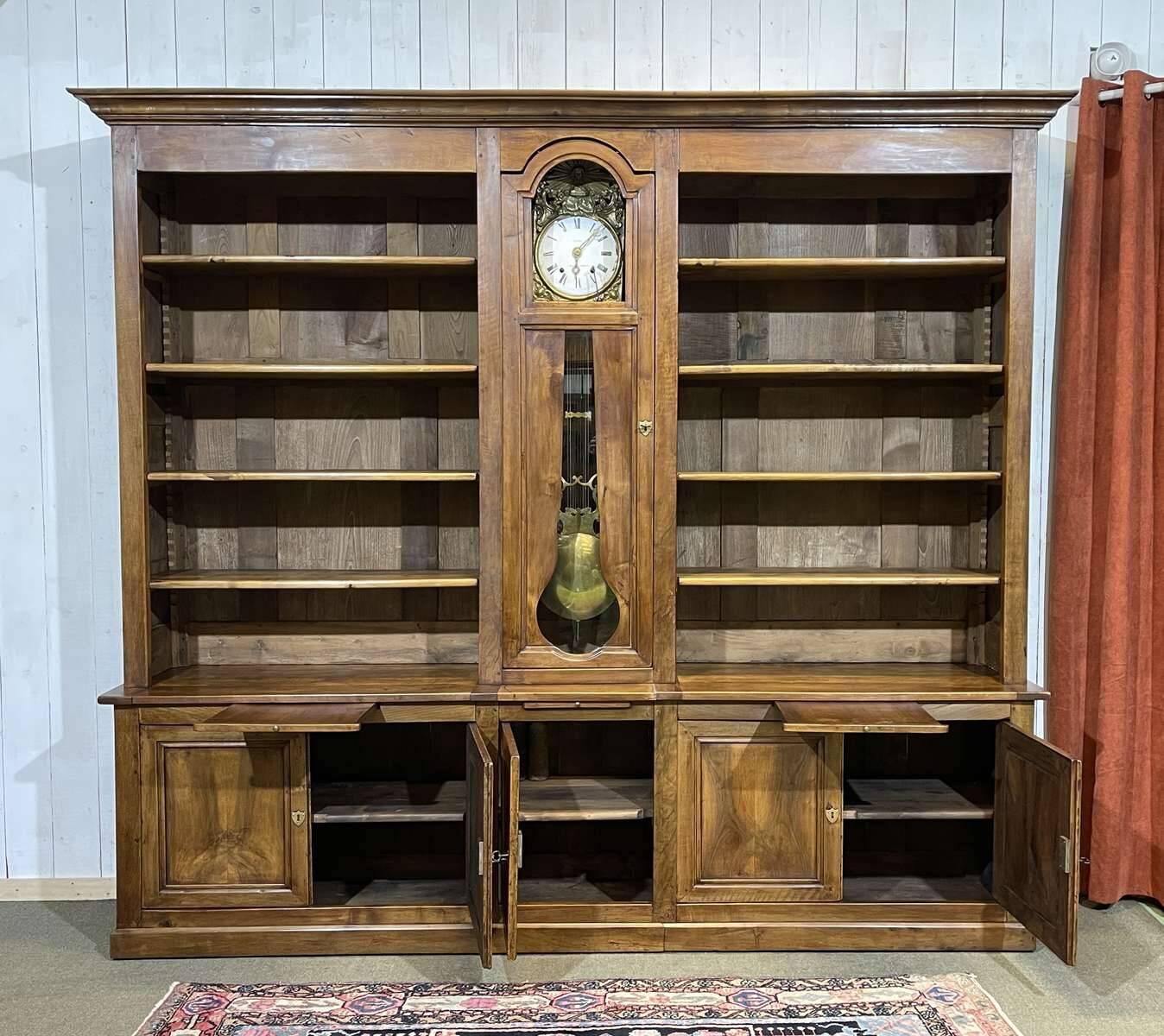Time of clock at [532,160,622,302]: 6:07
